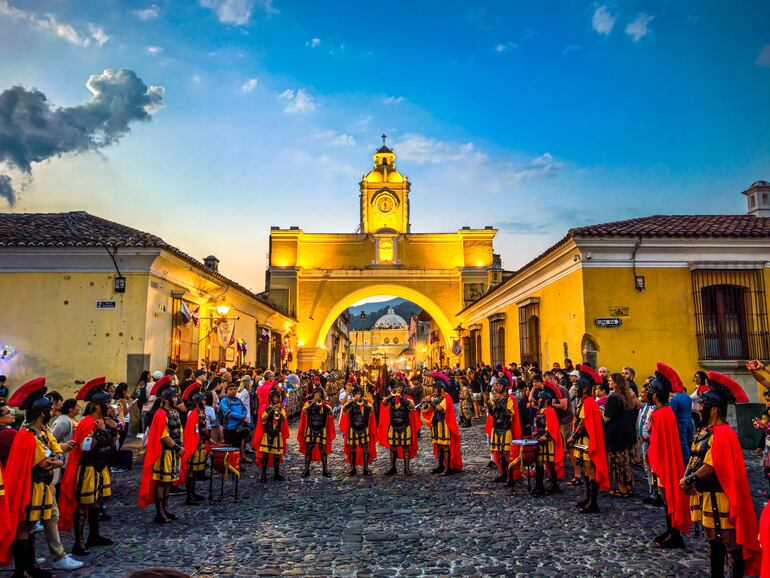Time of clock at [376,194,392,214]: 5:31
